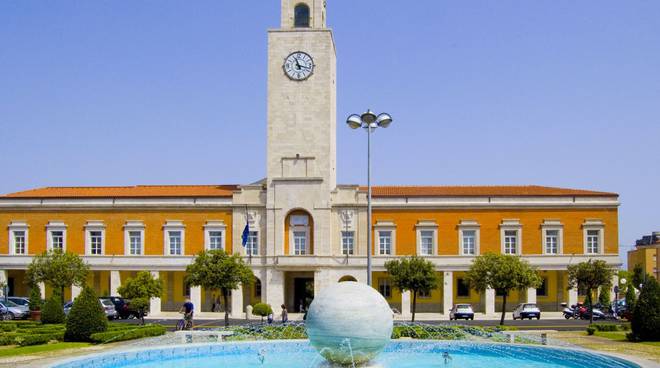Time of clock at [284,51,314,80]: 11:17
